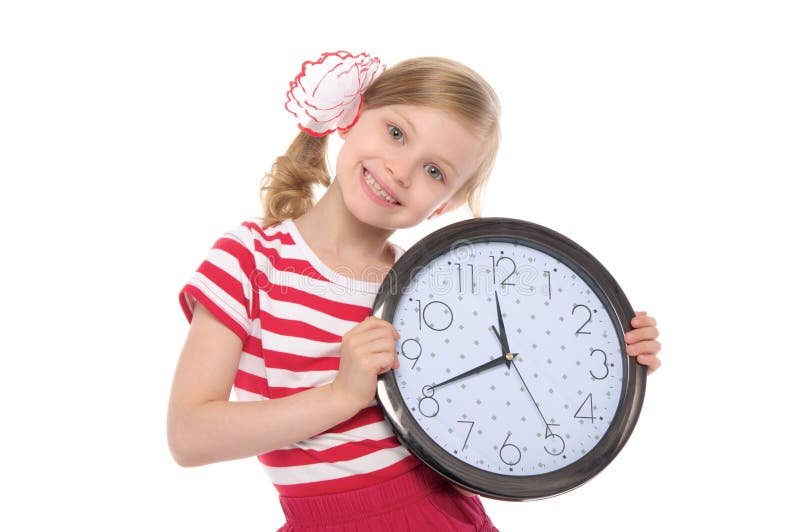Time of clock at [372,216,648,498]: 11:41
